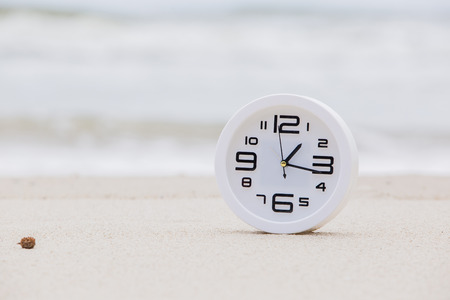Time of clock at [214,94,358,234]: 1:16
